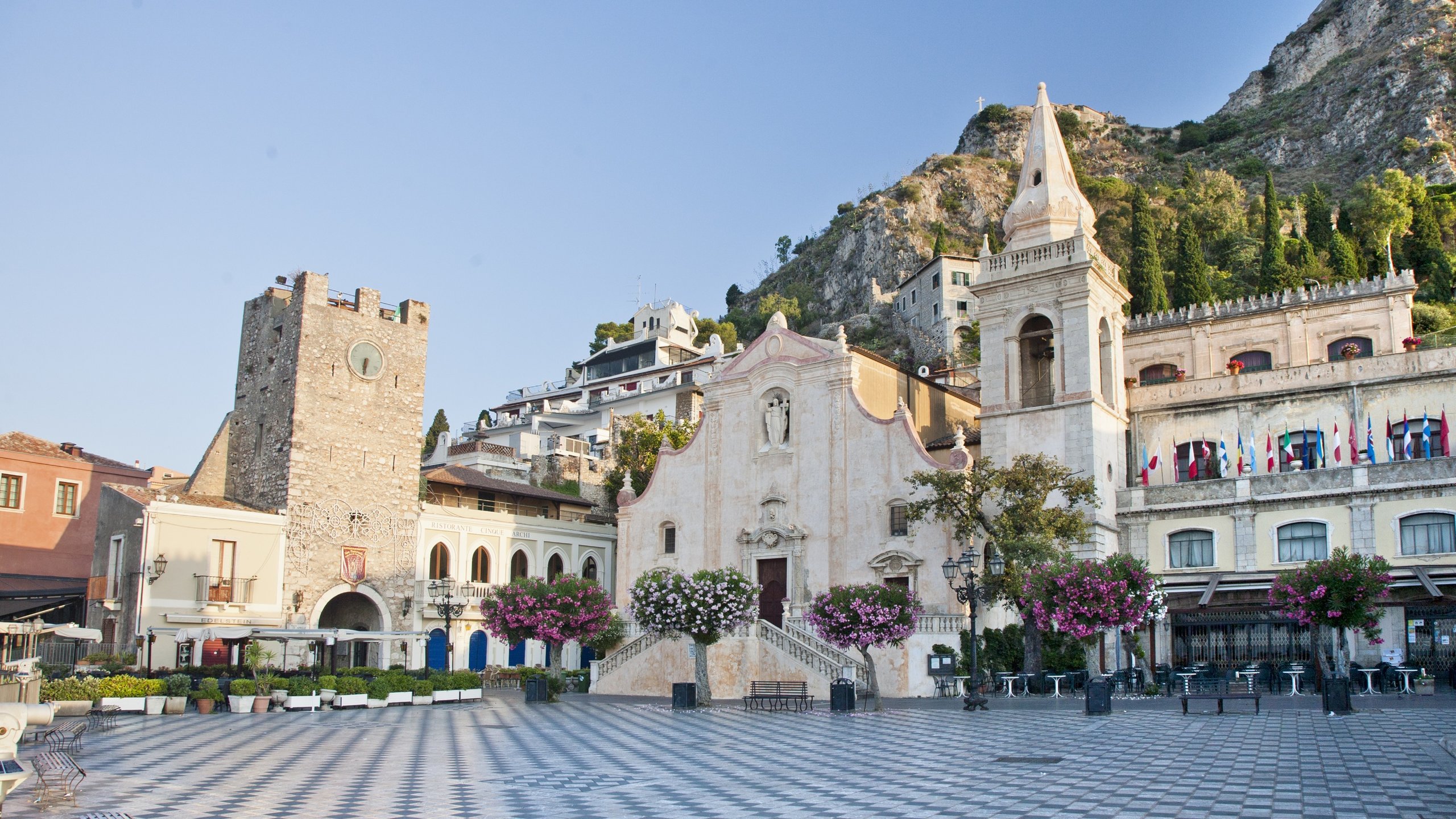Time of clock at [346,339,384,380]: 6:32
